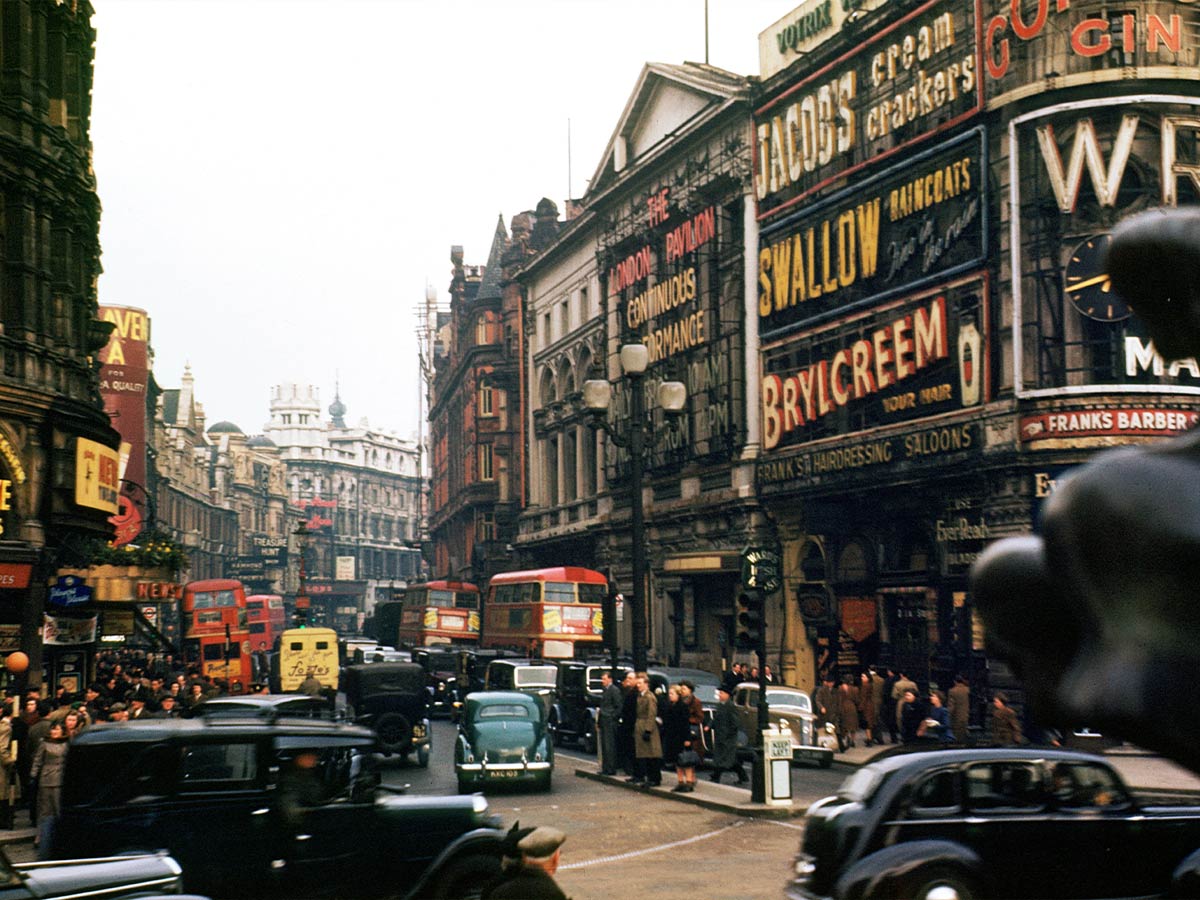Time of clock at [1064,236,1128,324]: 8:42
